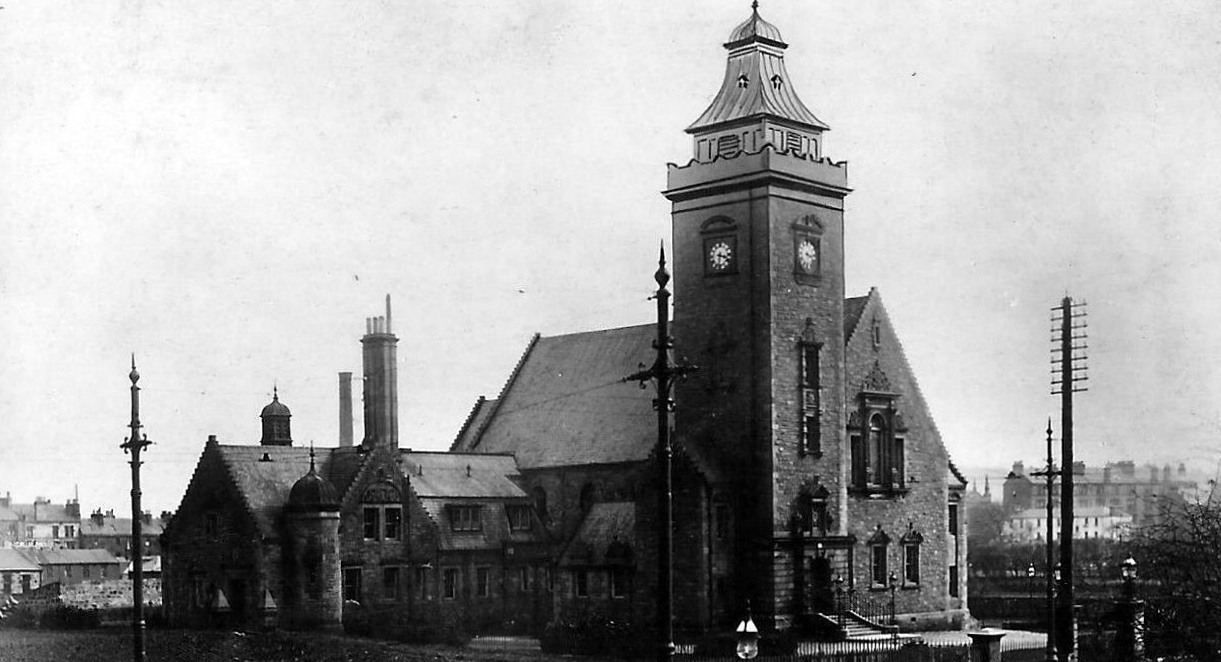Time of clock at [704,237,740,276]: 3:32
